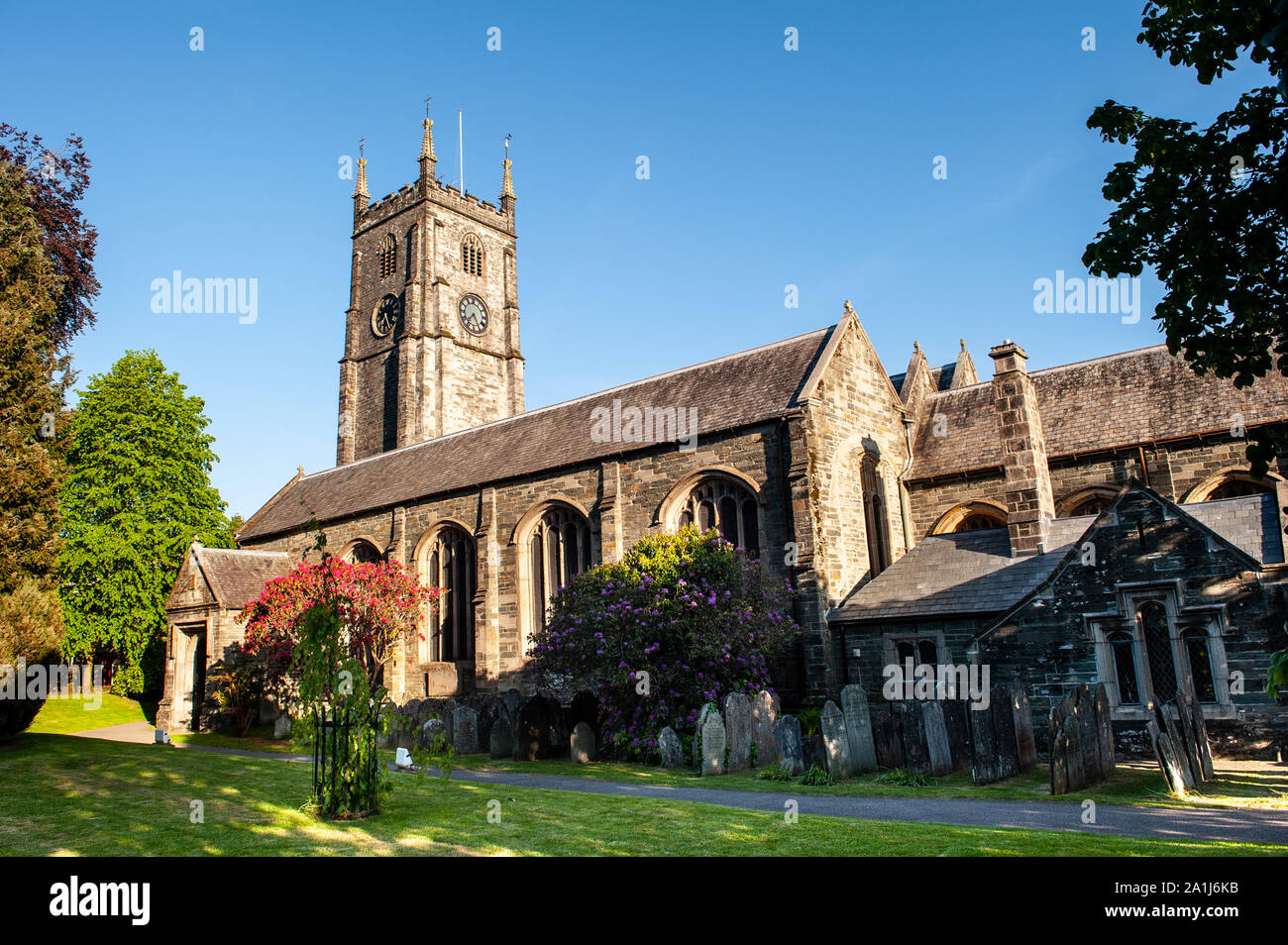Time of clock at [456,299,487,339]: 7:25
